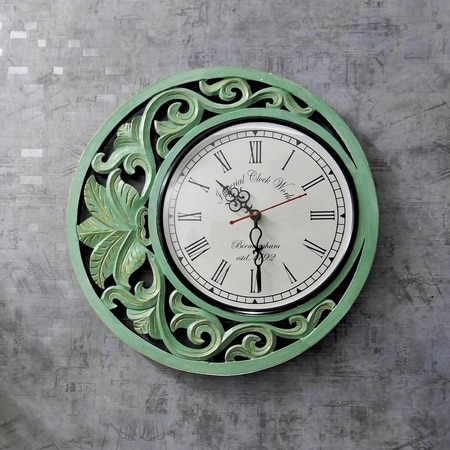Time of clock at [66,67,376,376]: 10:29
